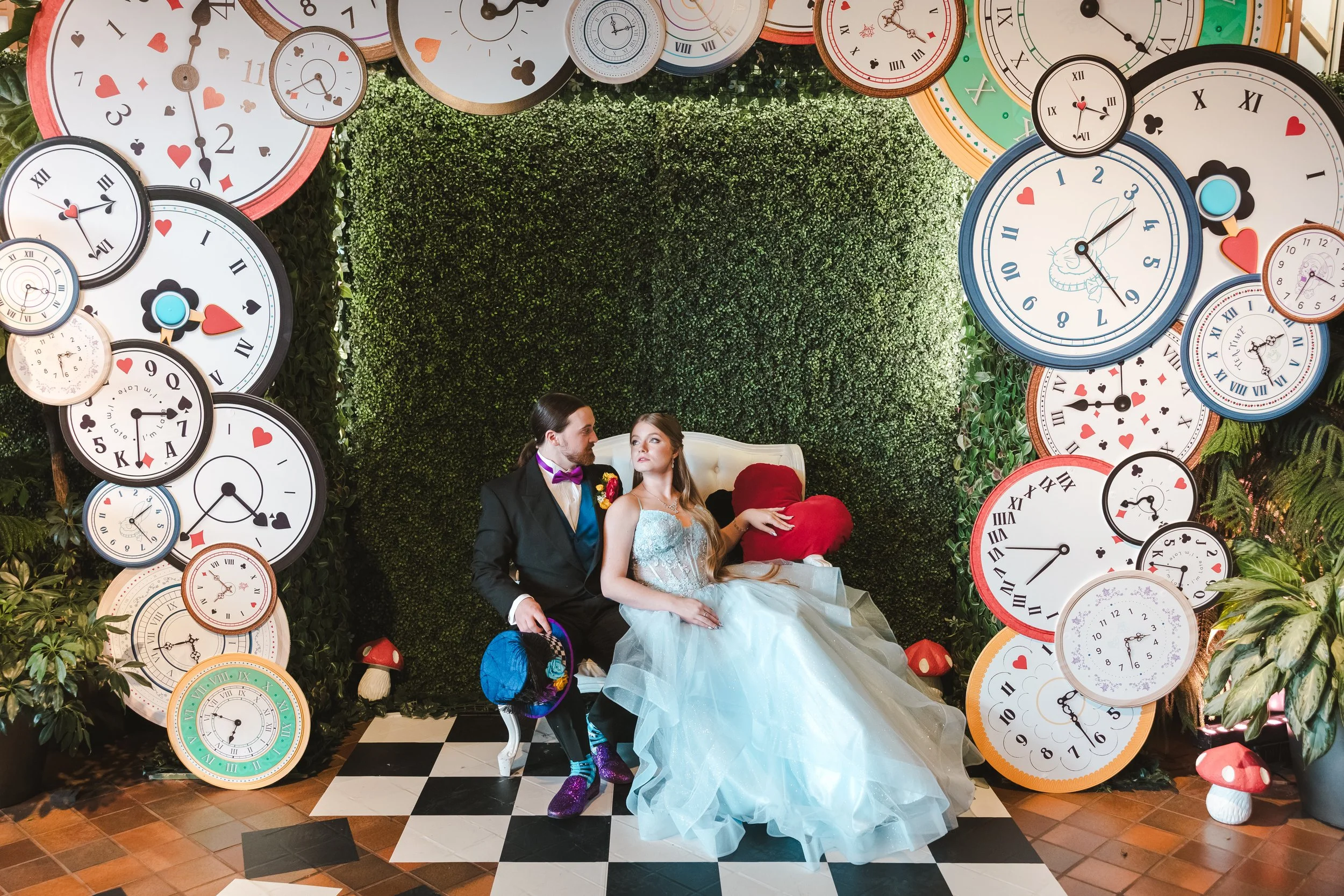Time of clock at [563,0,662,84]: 11:12
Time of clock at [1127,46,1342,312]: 1:21
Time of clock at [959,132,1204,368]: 1:21
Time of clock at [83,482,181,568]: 1:21
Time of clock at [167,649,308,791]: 6:46
